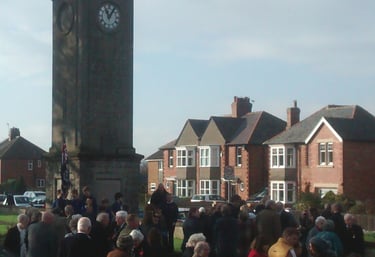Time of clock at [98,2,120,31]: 11:05
